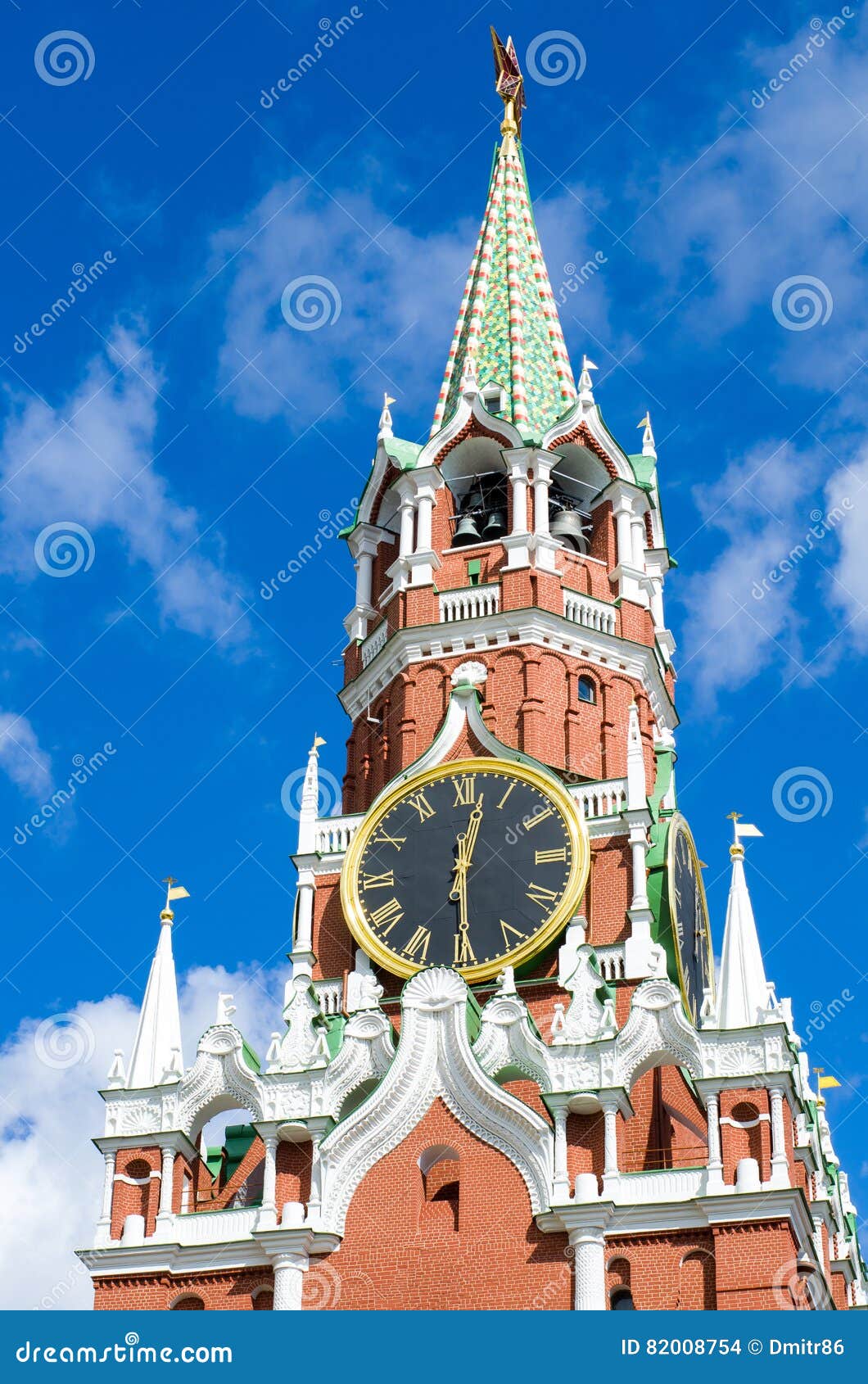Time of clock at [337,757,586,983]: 12:29
